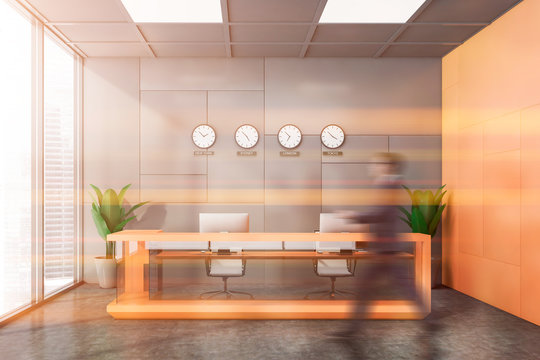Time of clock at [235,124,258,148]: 4:52
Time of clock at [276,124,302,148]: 6:52
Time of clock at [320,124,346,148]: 3:52
